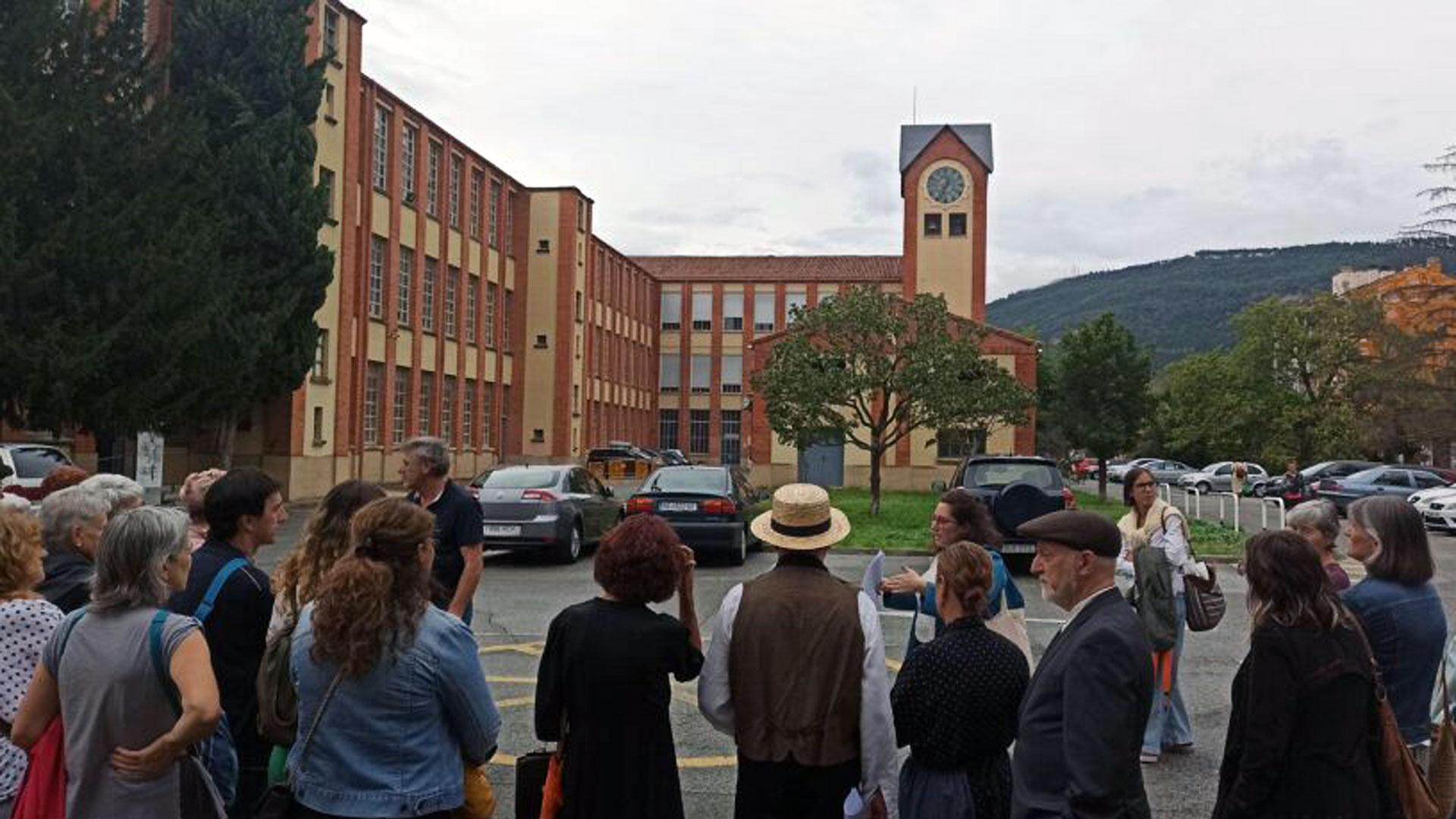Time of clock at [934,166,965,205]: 12:33
